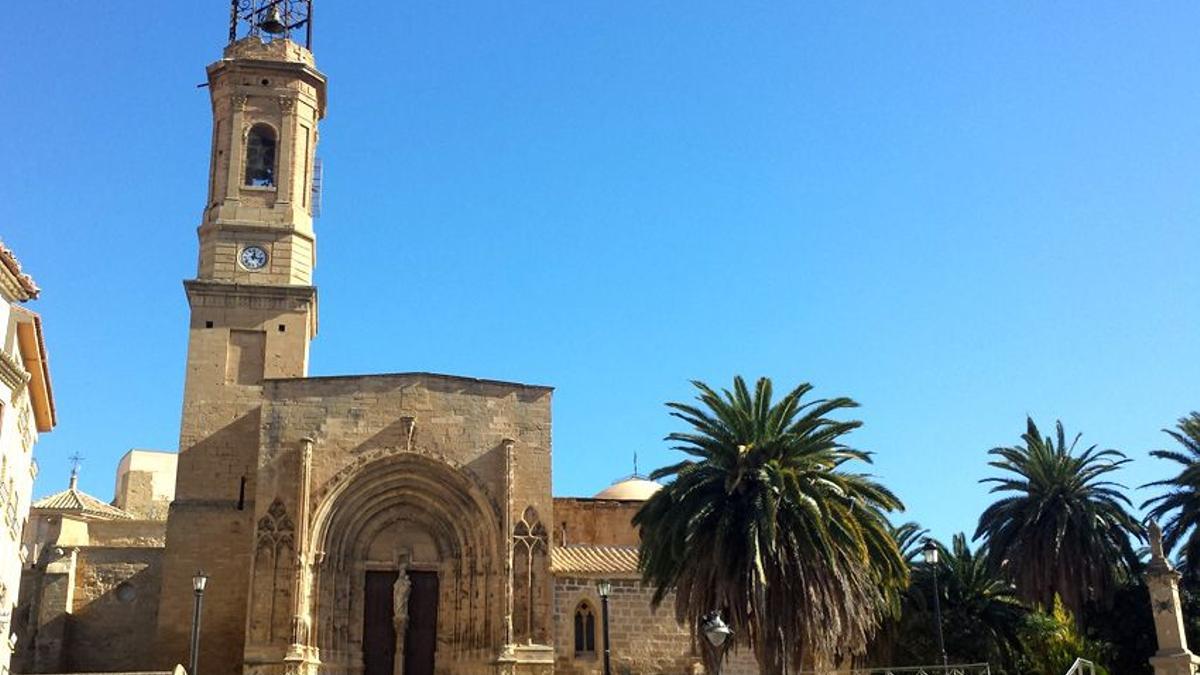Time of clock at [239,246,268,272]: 12:16
